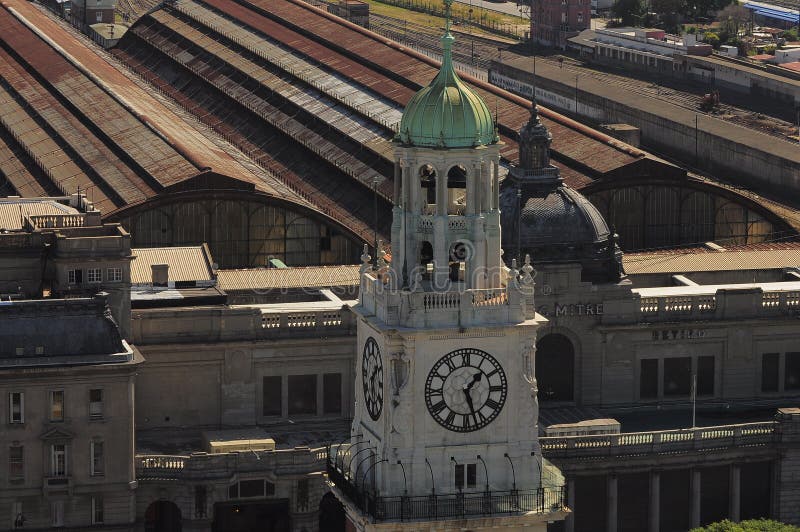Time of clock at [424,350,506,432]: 1:26
